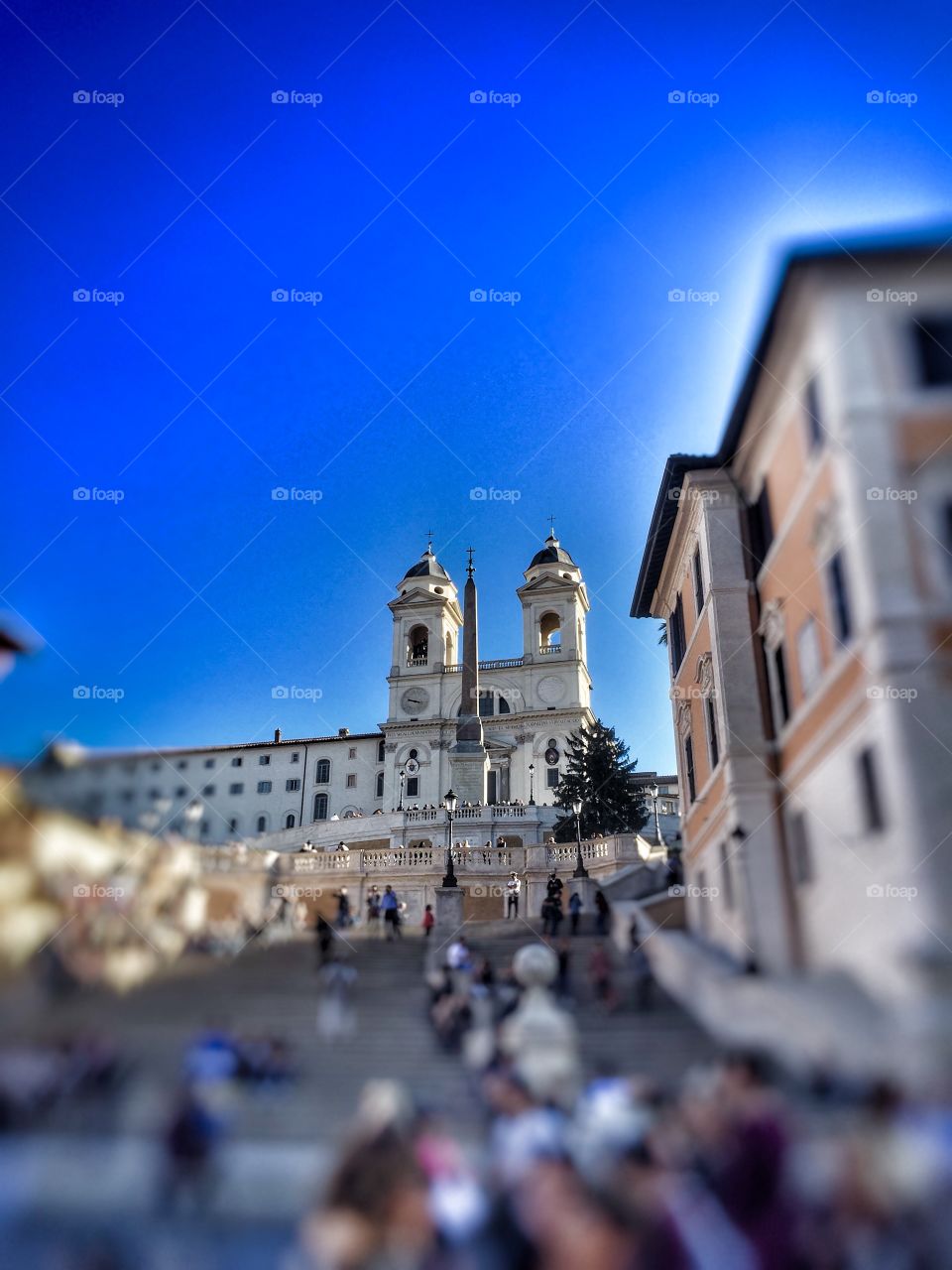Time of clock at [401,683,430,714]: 9:17
